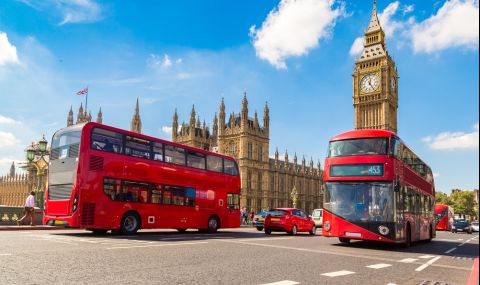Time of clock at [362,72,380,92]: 12:24
